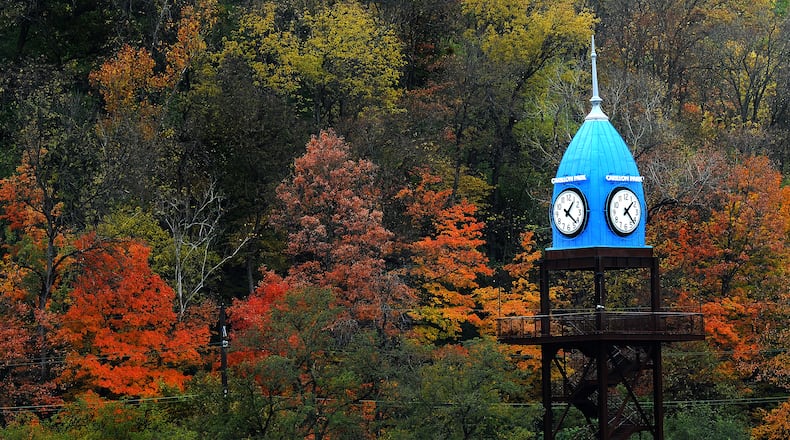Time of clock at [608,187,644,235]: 1:22
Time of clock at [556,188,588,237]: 1:21
